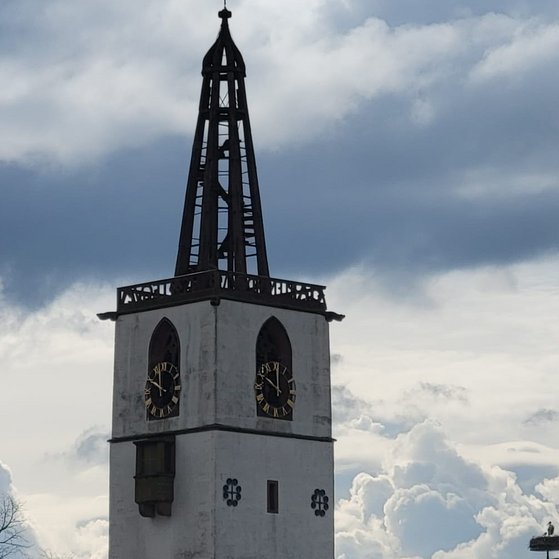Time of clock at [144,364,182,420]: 11:49
